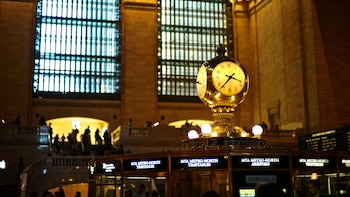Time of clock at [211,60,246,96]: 3:37
